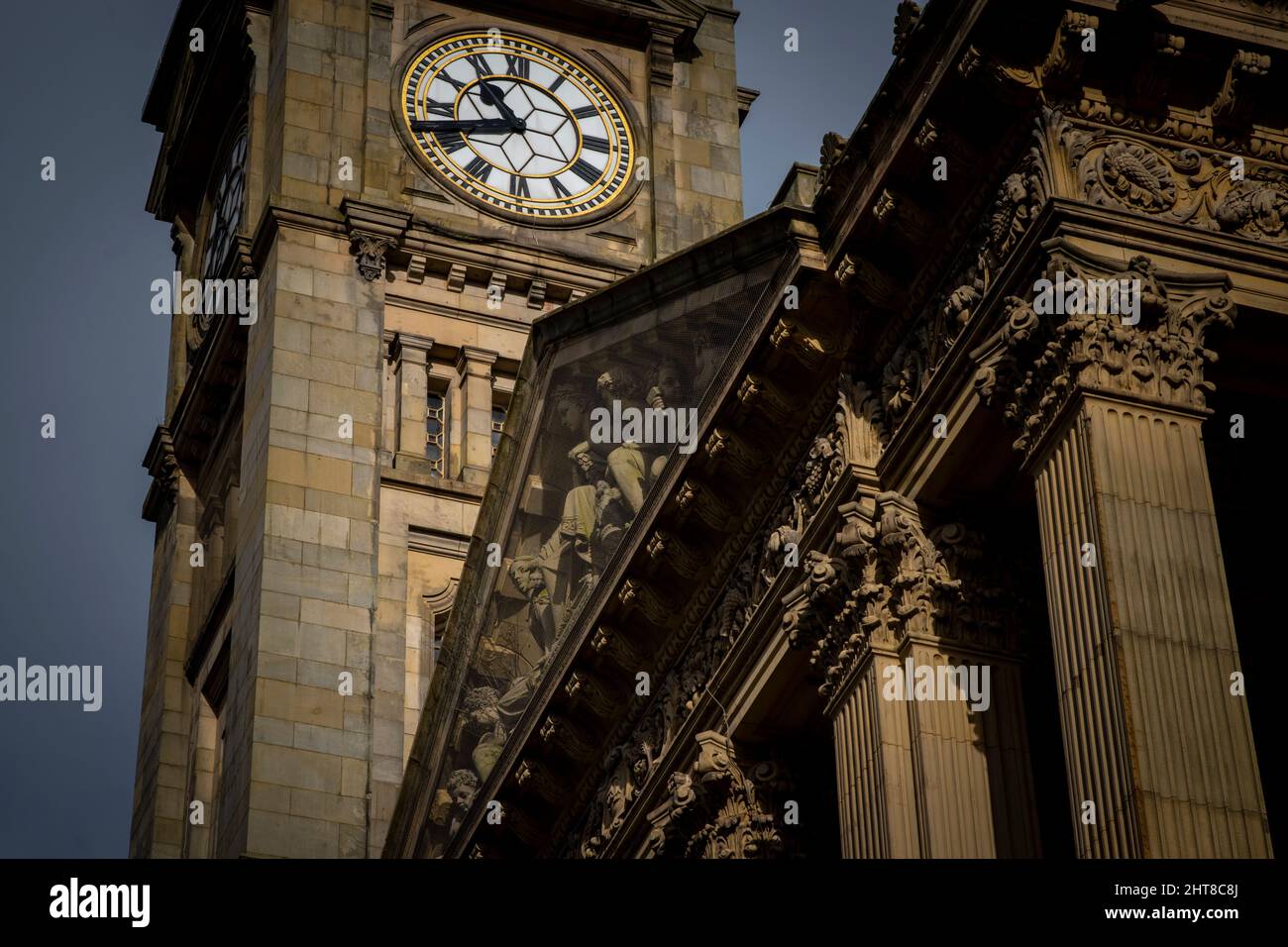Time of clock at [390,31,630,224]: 10:42
